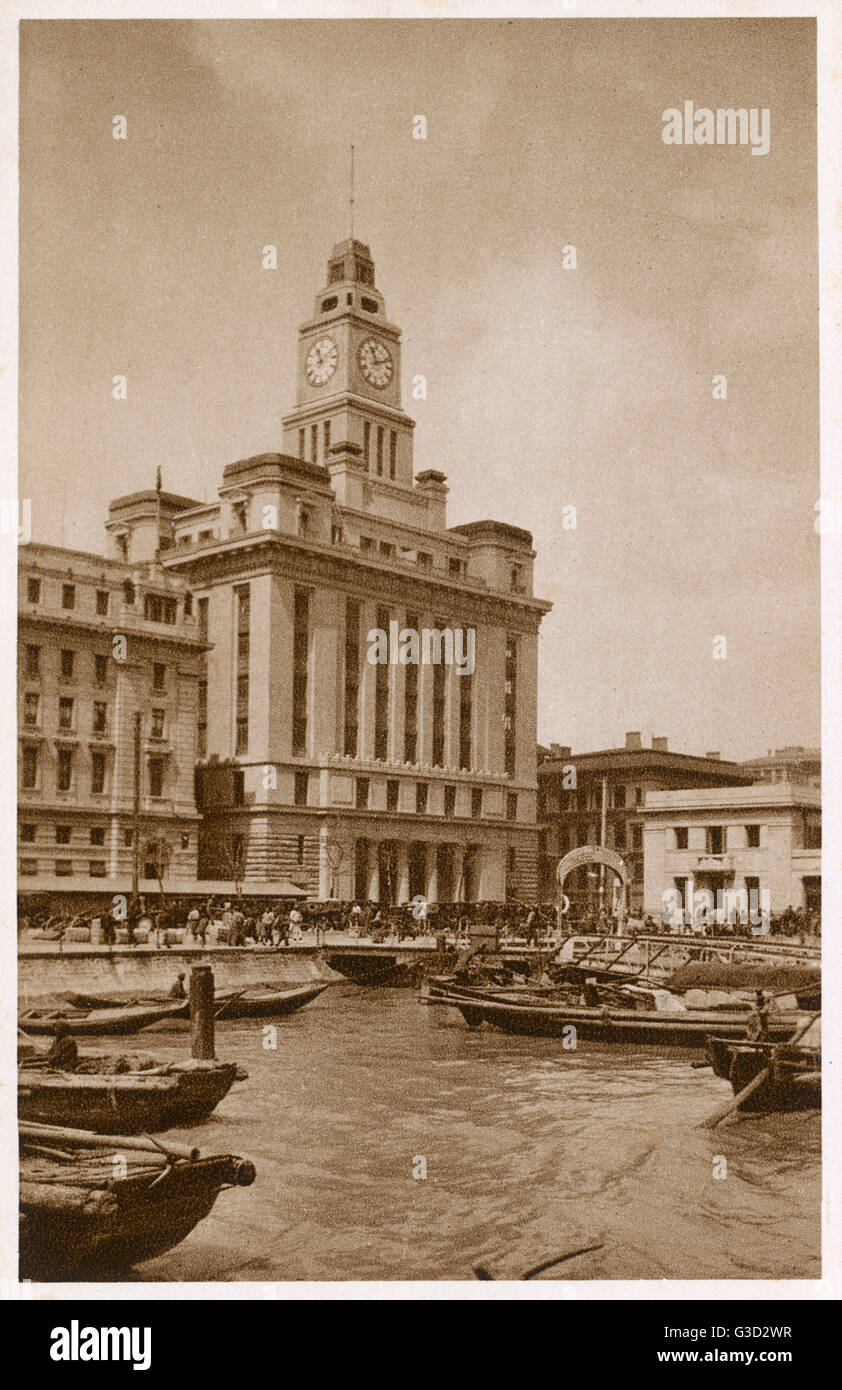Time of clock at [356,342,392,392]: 11:11
